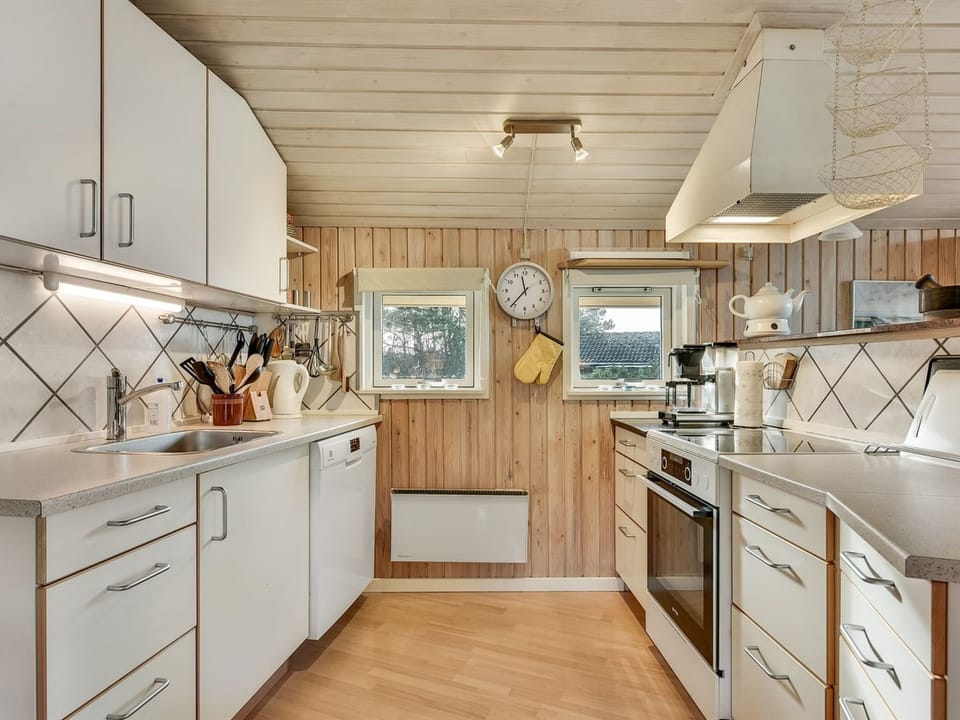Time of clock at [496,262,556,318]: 11:36
